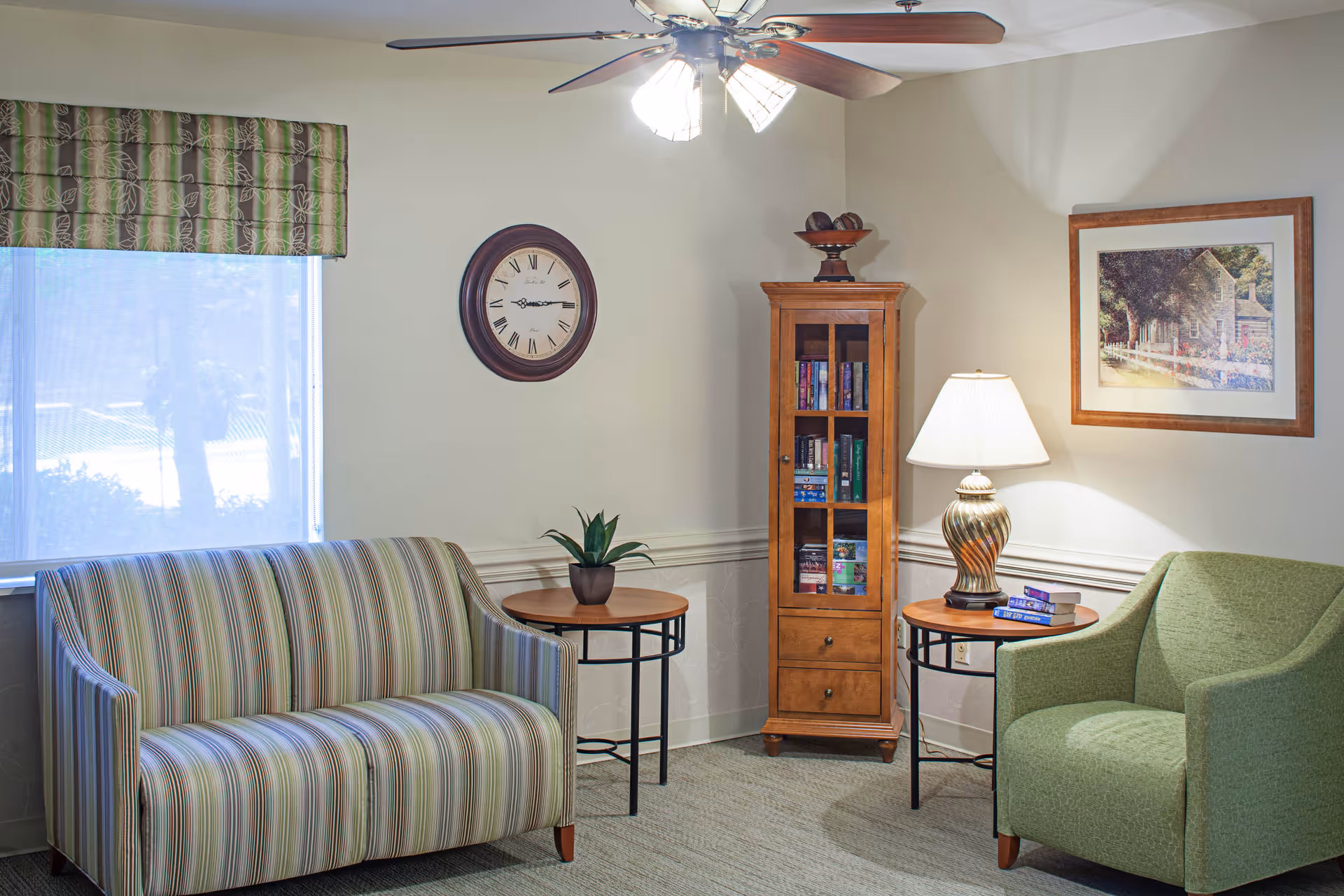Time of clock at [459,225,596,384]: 9:14
